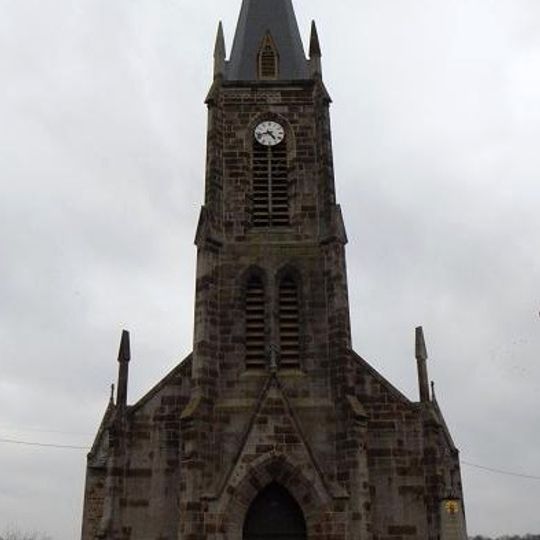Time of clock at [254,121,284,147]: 4:42
